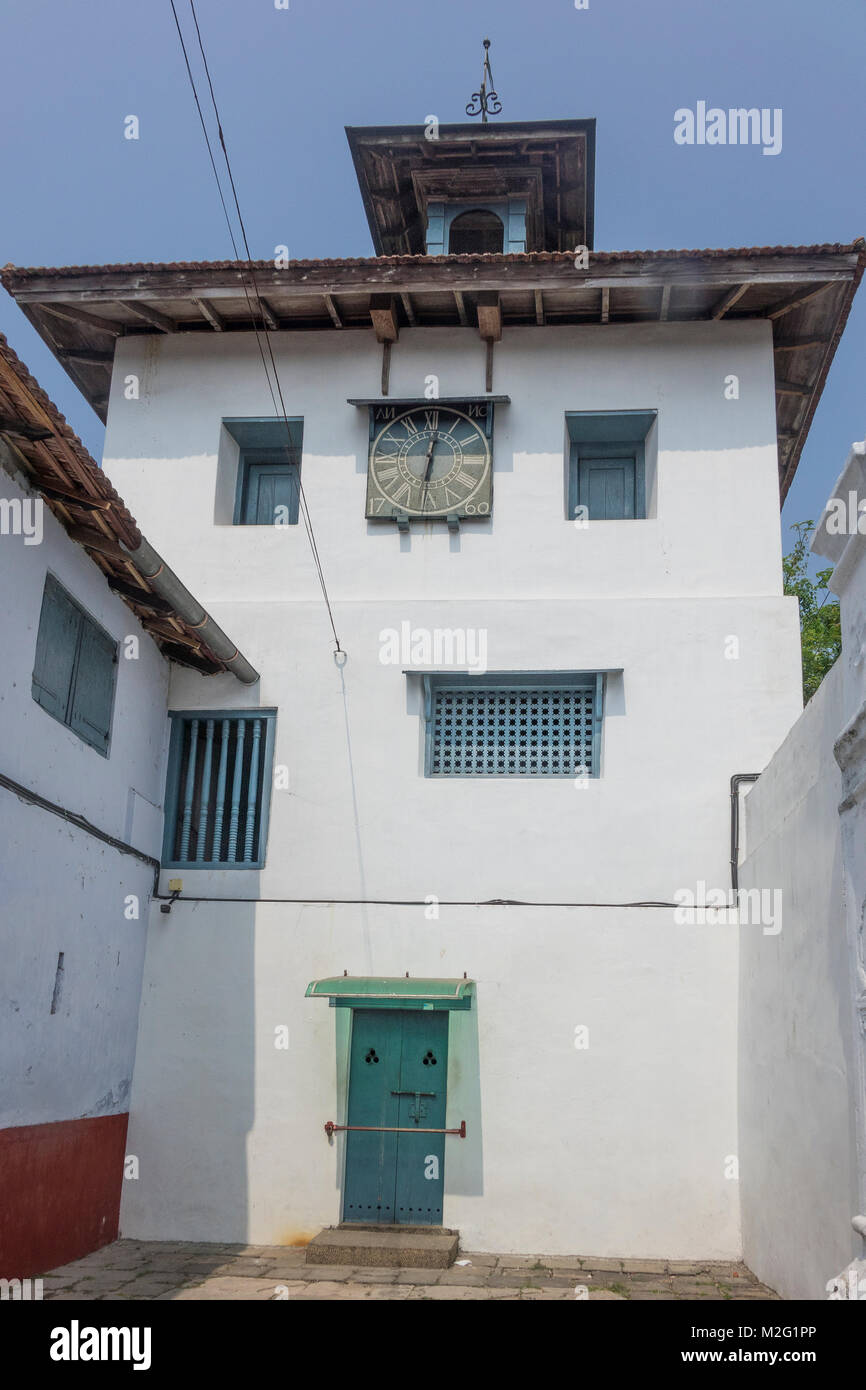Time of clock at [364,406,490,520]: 6:01
